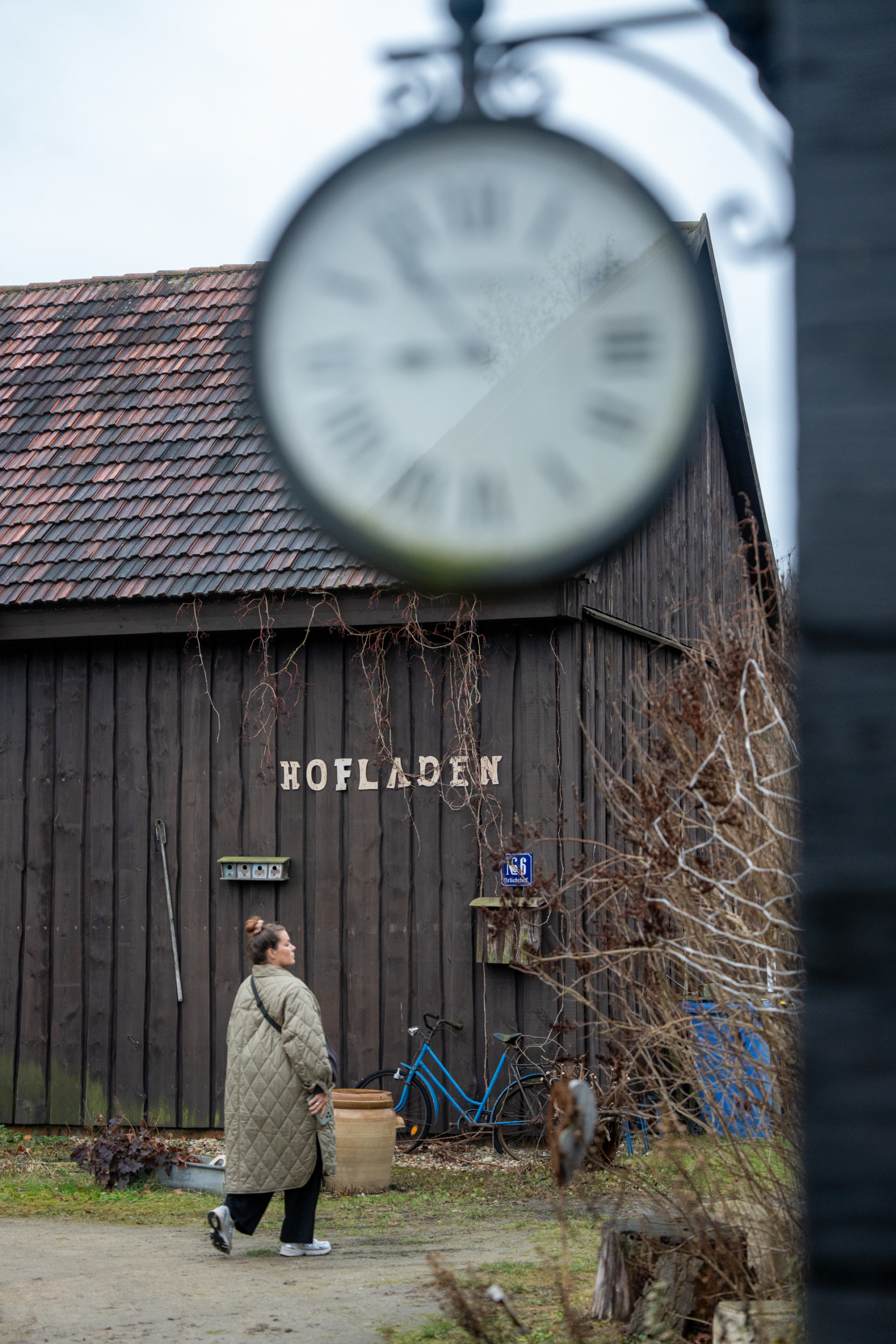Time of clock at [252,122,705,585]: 8:53
